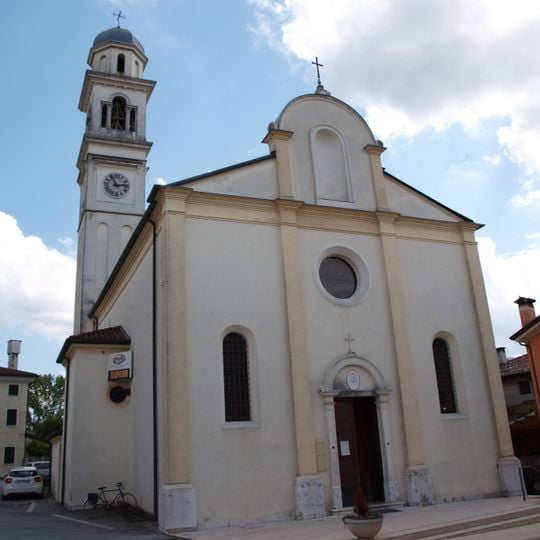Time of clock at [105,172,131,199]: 11:13
